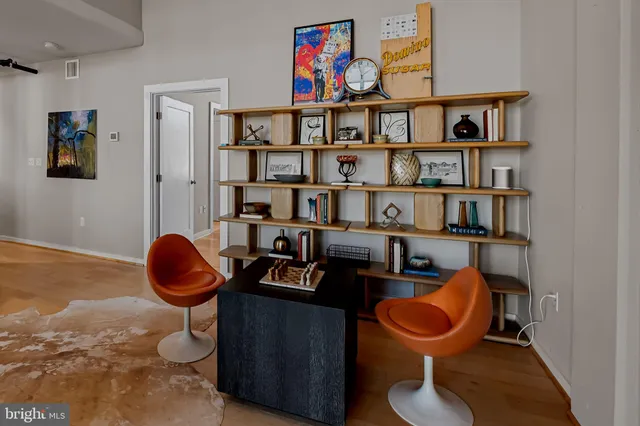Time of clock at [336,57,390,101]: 5:58
